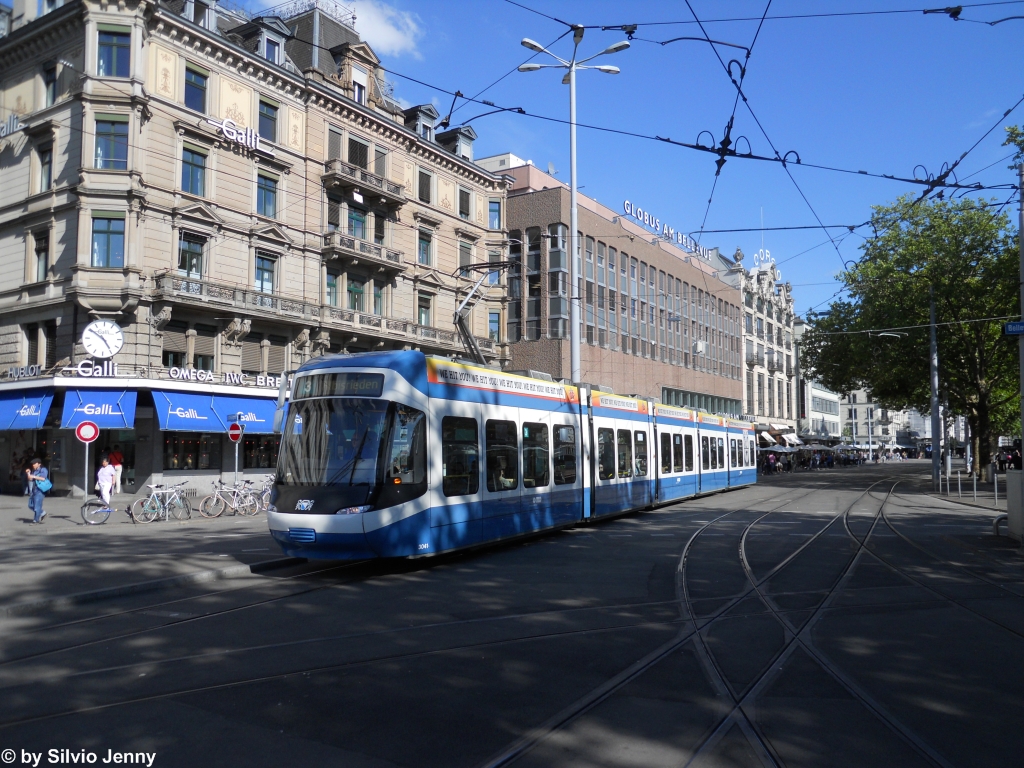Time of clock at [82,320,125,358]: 4:50
